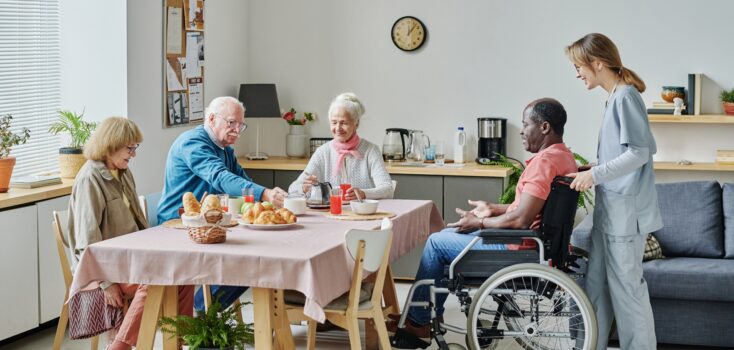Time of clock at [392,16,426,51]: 12:06
